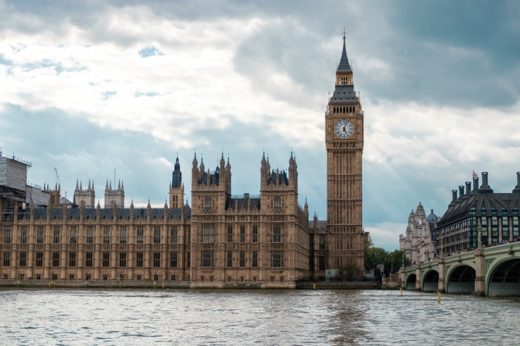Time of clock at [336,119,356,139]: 5:02
